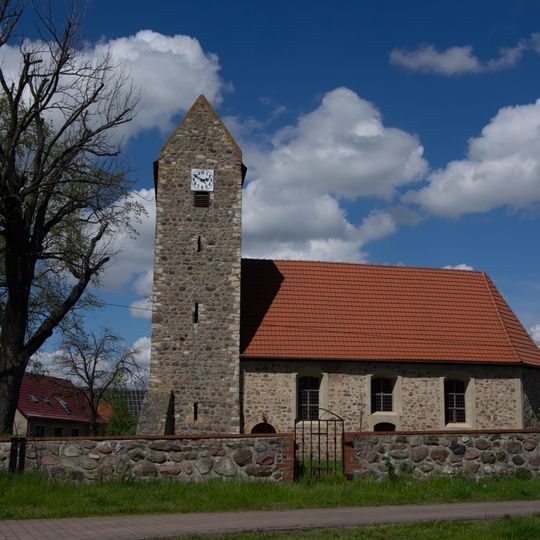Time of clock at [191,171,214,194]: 2:50
